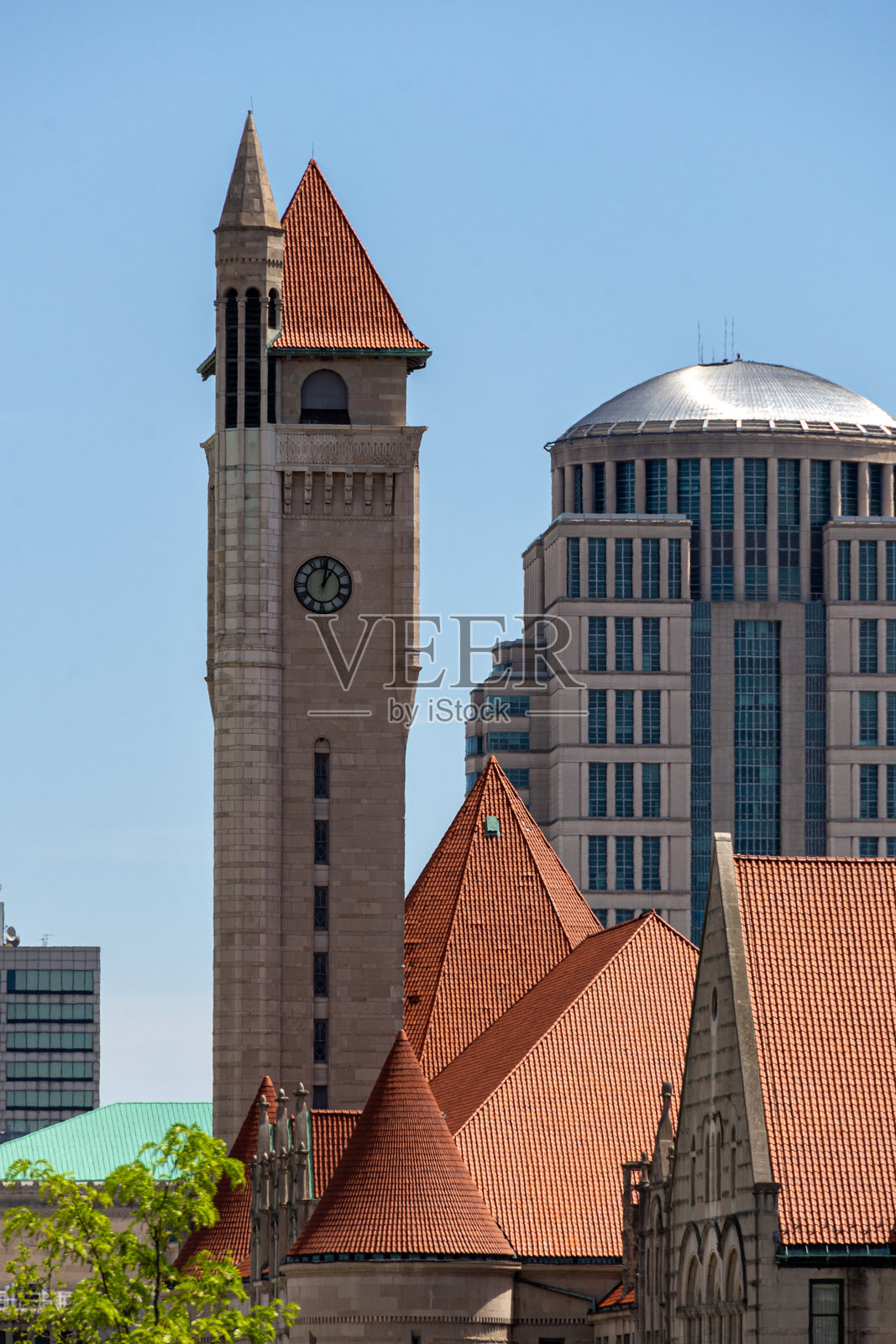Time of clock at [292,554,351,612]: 1:01
